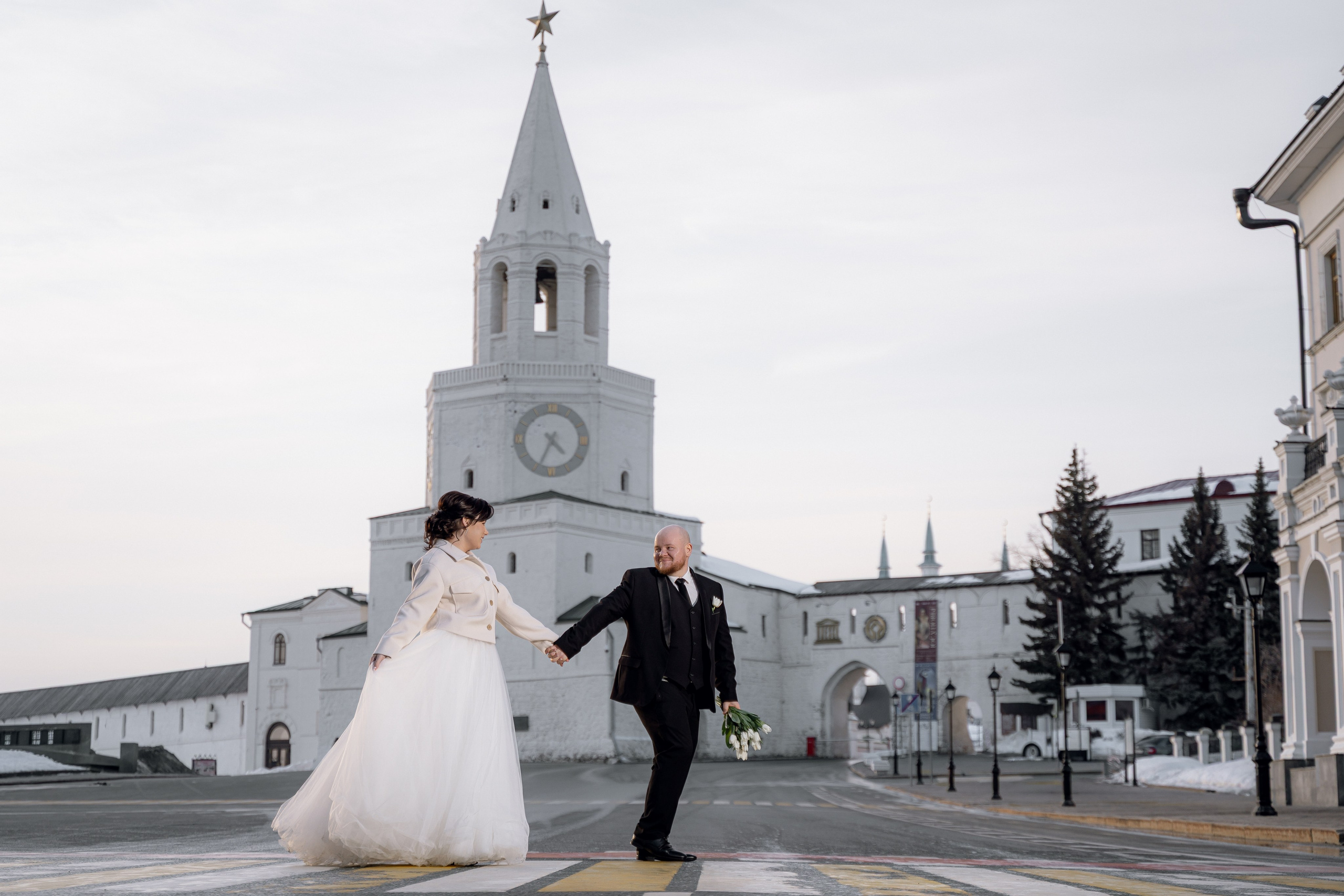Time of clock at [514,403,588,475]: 4:34
